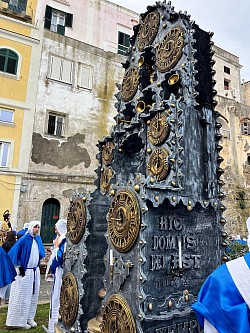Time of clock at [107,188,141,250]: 11:46
